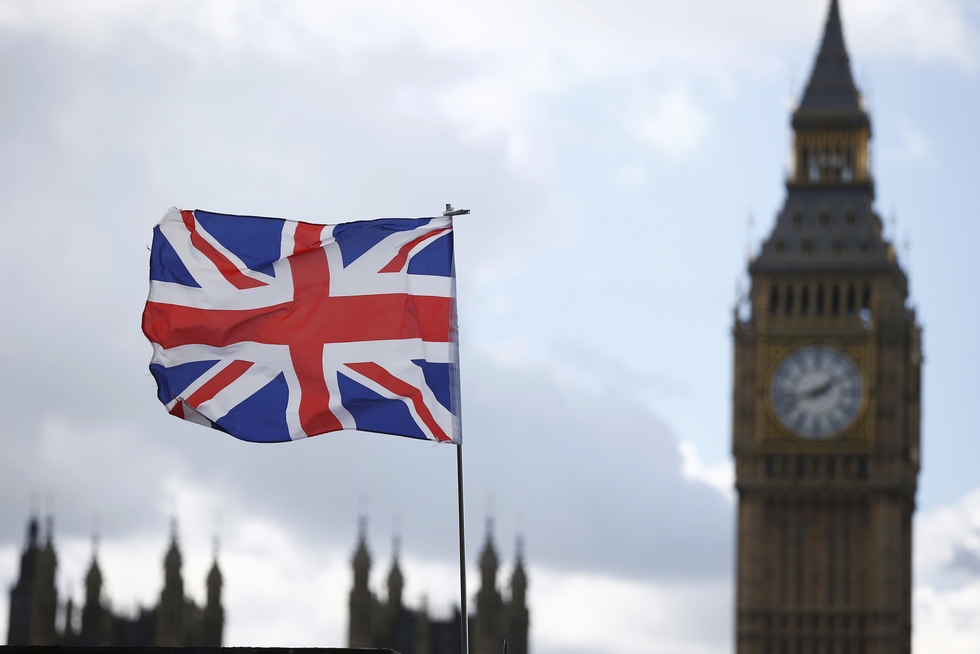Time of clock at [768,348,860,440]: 1:42
